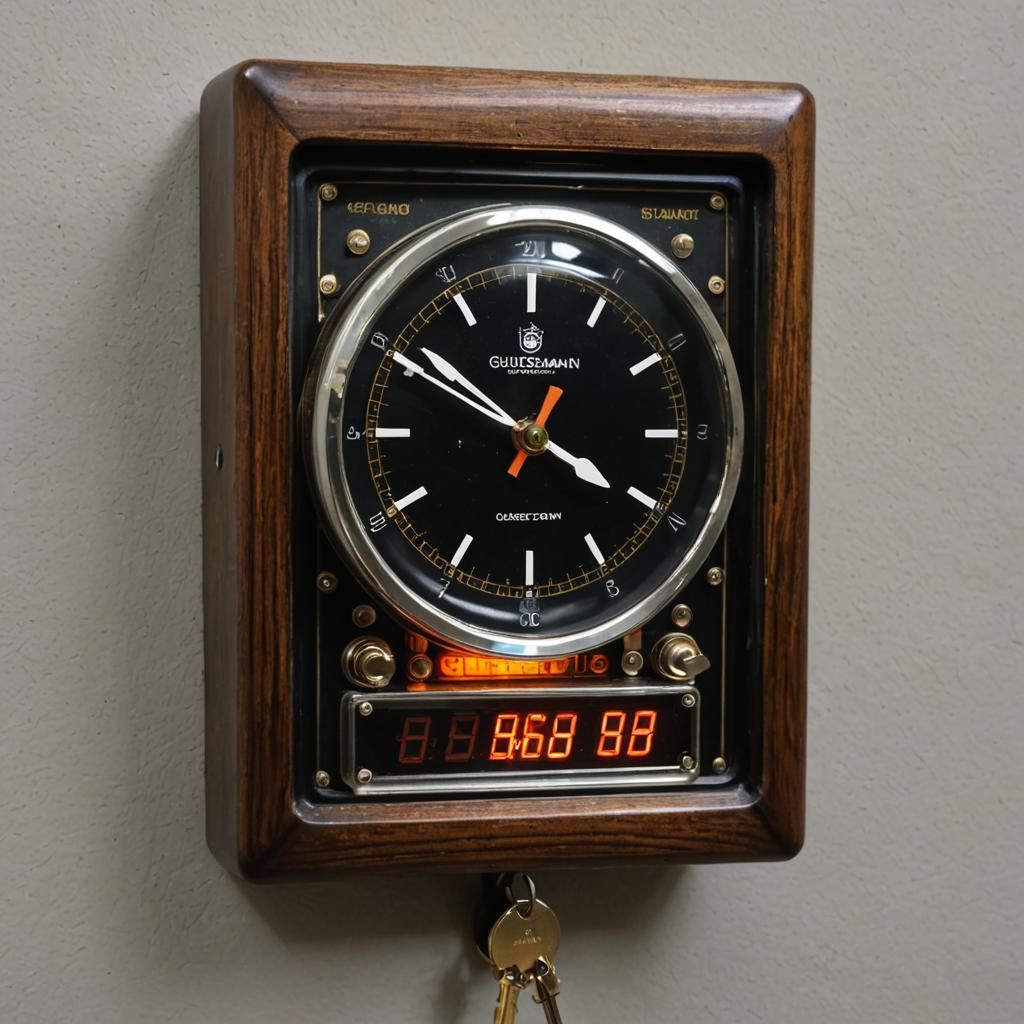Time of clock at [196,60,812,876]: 3:50
